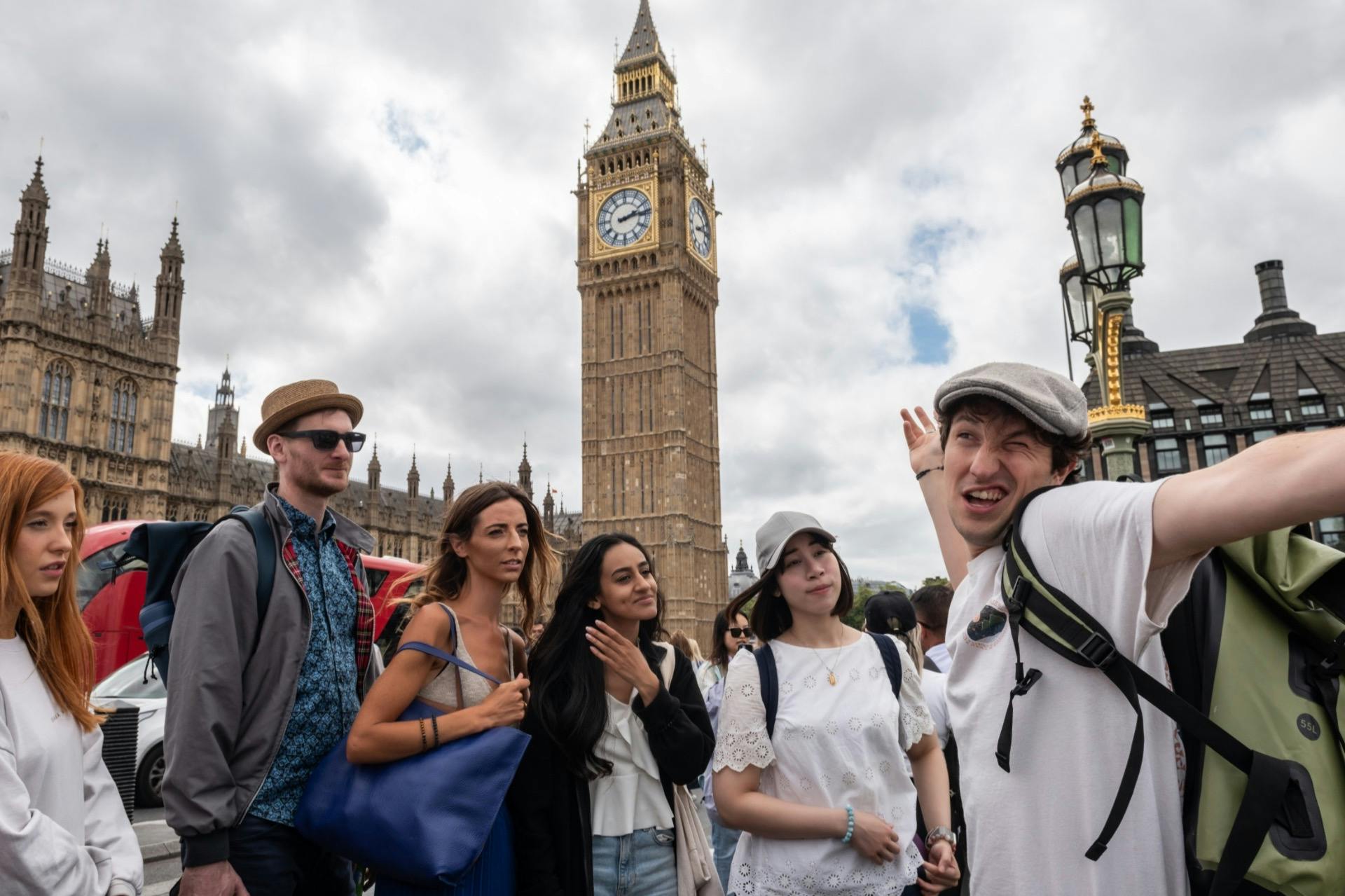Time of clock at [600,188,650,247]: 2:13
